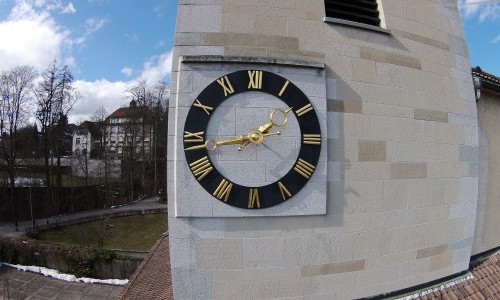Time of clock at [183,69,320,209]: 1:43
